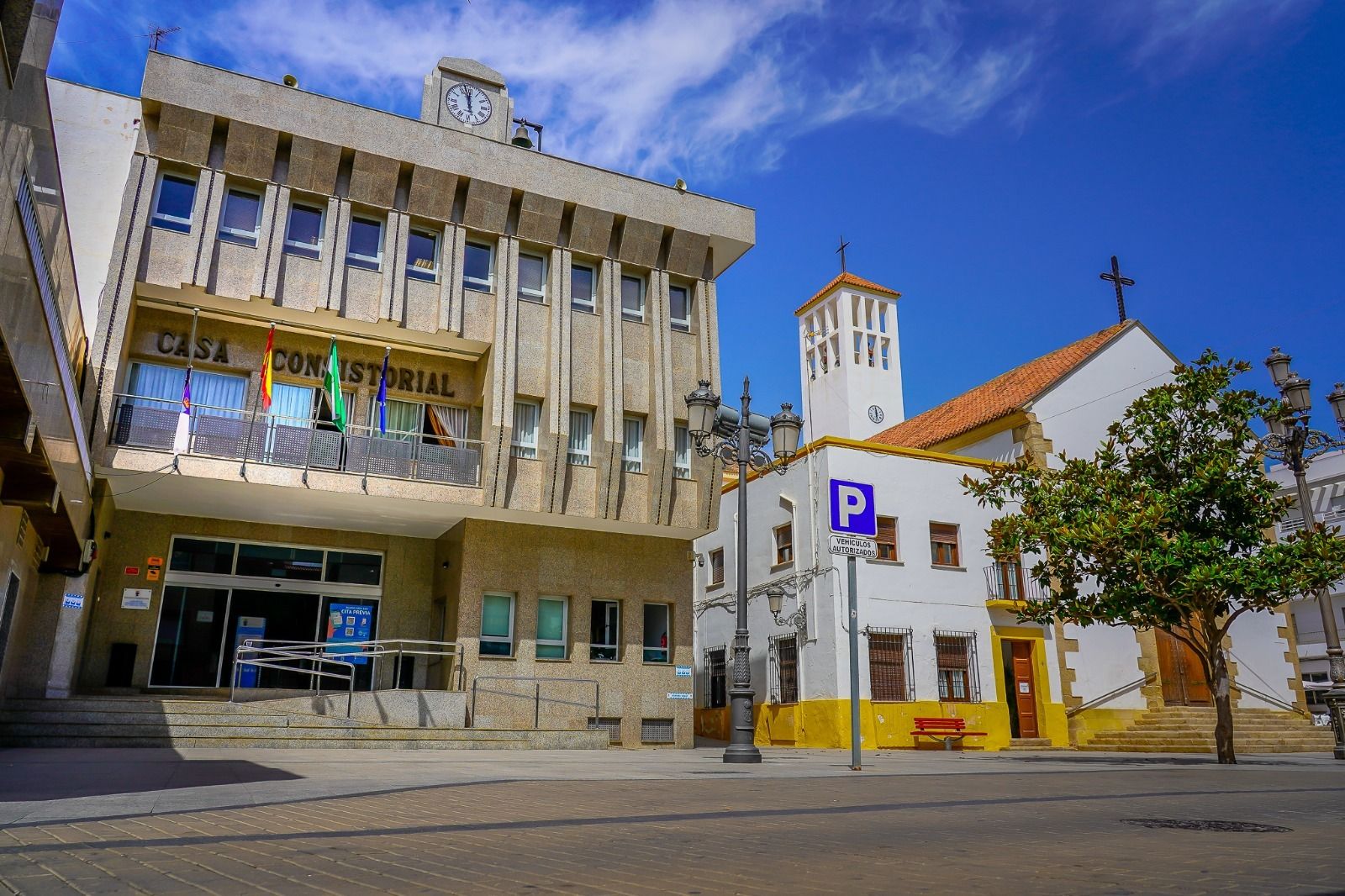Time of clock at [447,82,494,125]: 11:57
